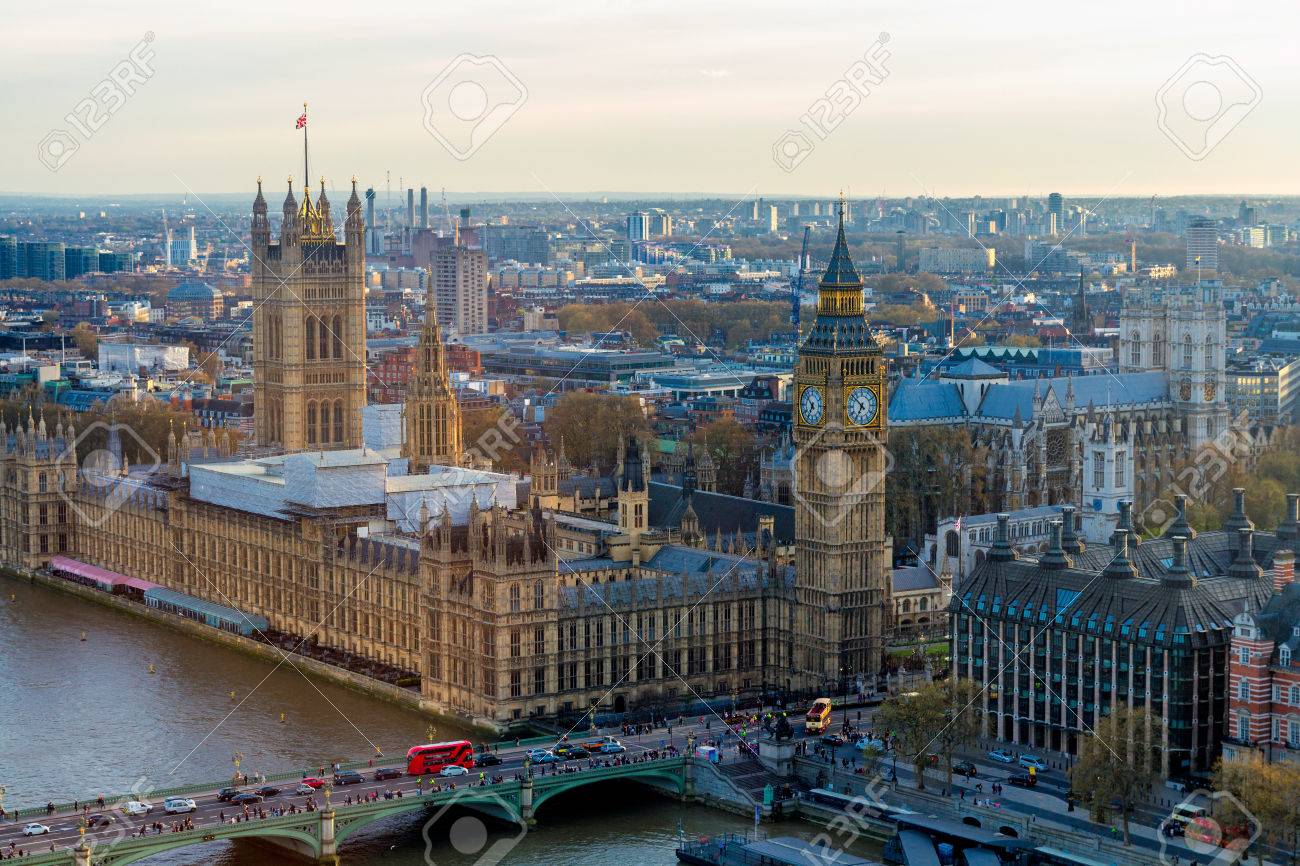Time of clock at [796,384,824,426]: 6:52
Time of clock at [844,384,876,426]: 6:52
